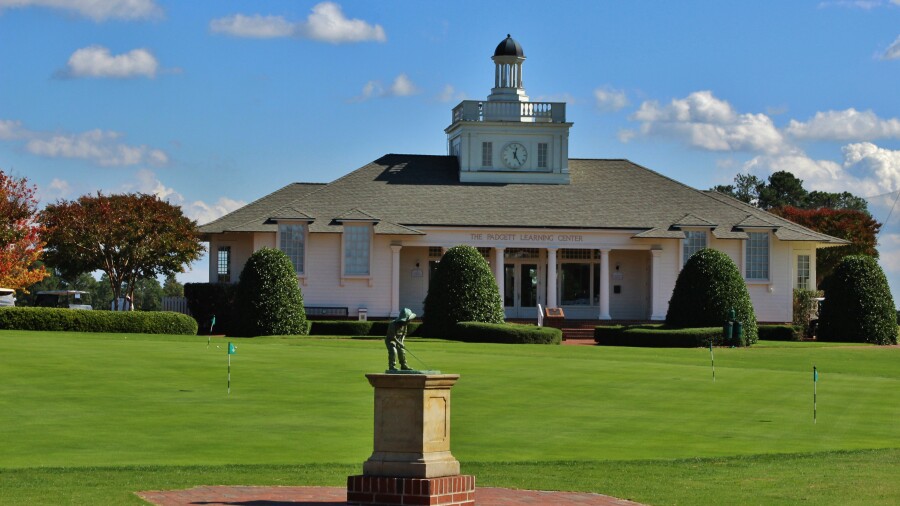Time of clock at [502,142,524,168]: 12:24
